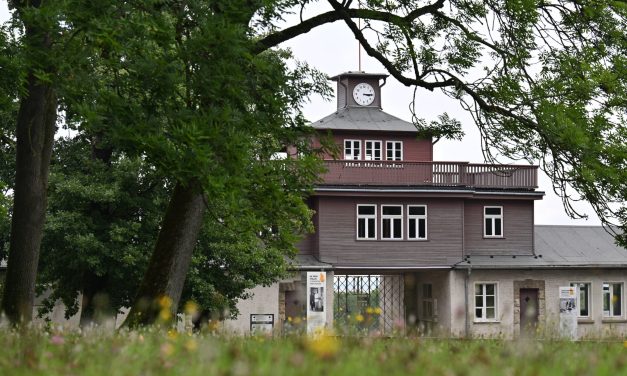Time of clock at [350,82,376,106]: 3:14
